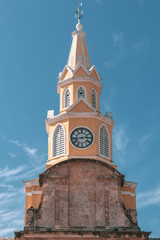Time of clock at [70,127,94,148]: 2:43
